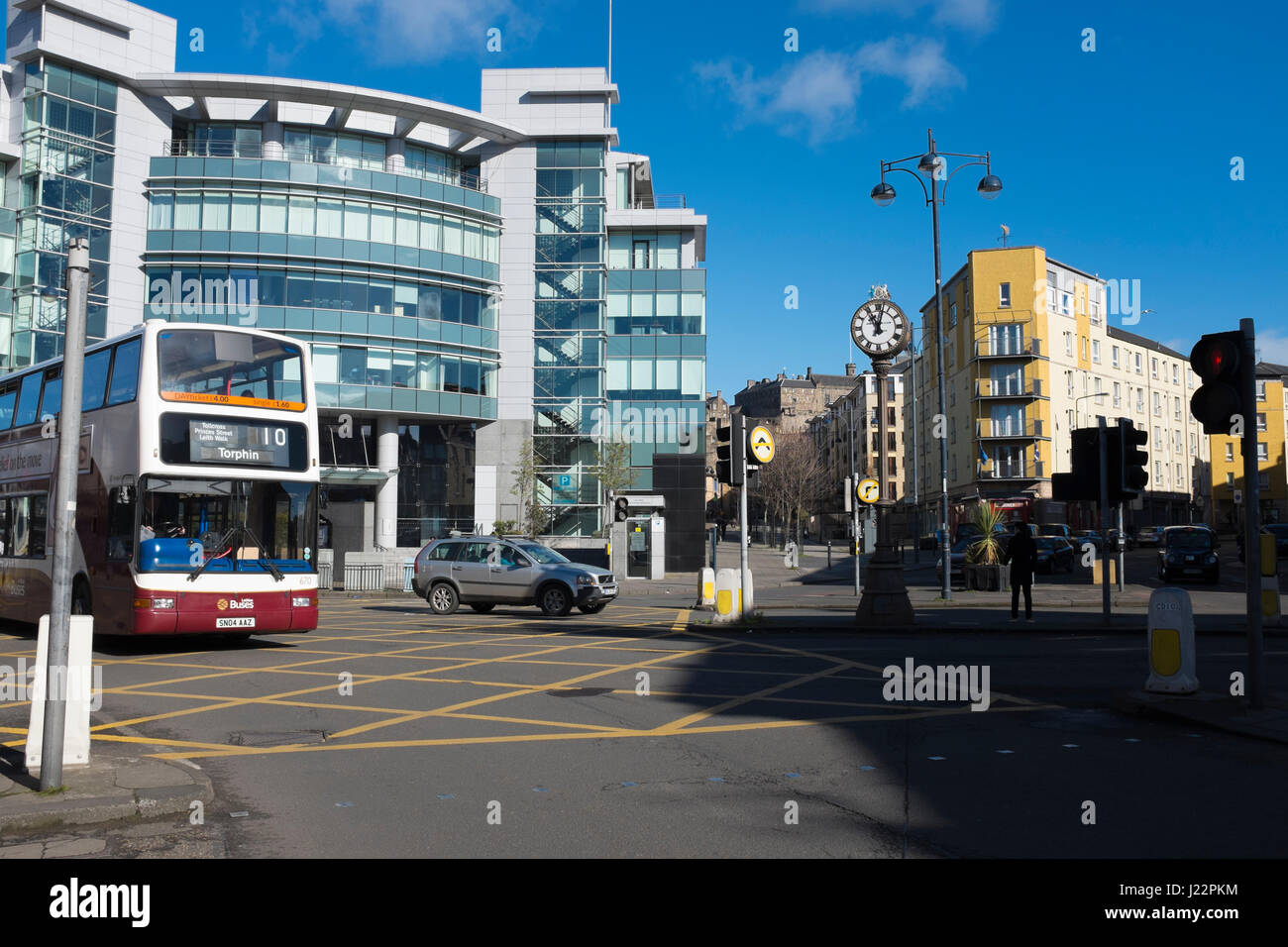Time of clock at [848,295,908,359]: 11:02
